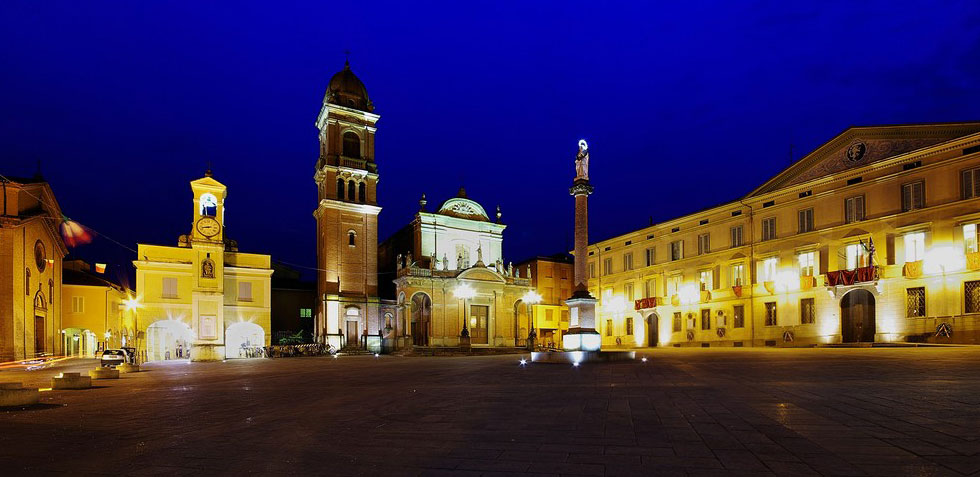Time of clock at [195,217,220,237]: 8:43
